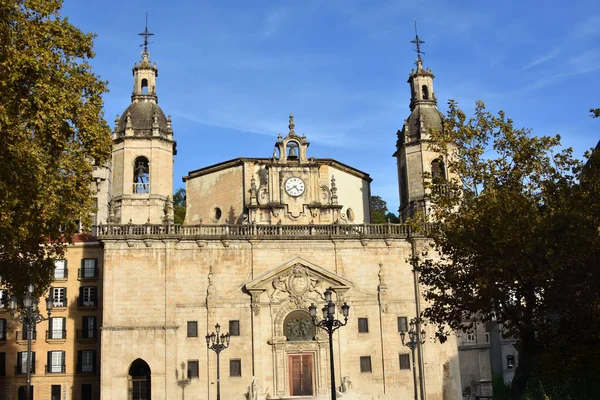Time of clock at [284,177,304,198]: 4:40
